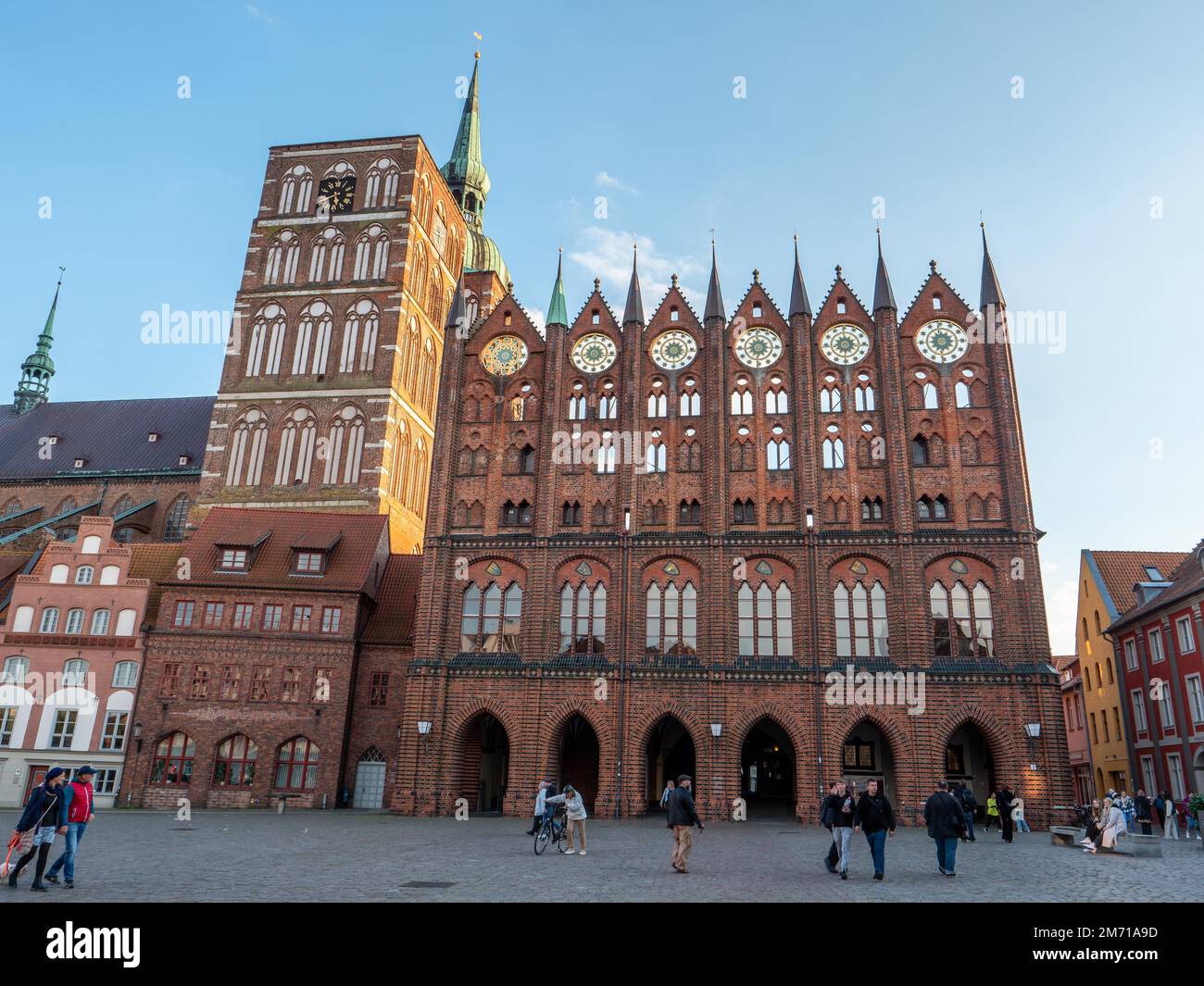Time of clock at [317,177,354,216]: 5:40
